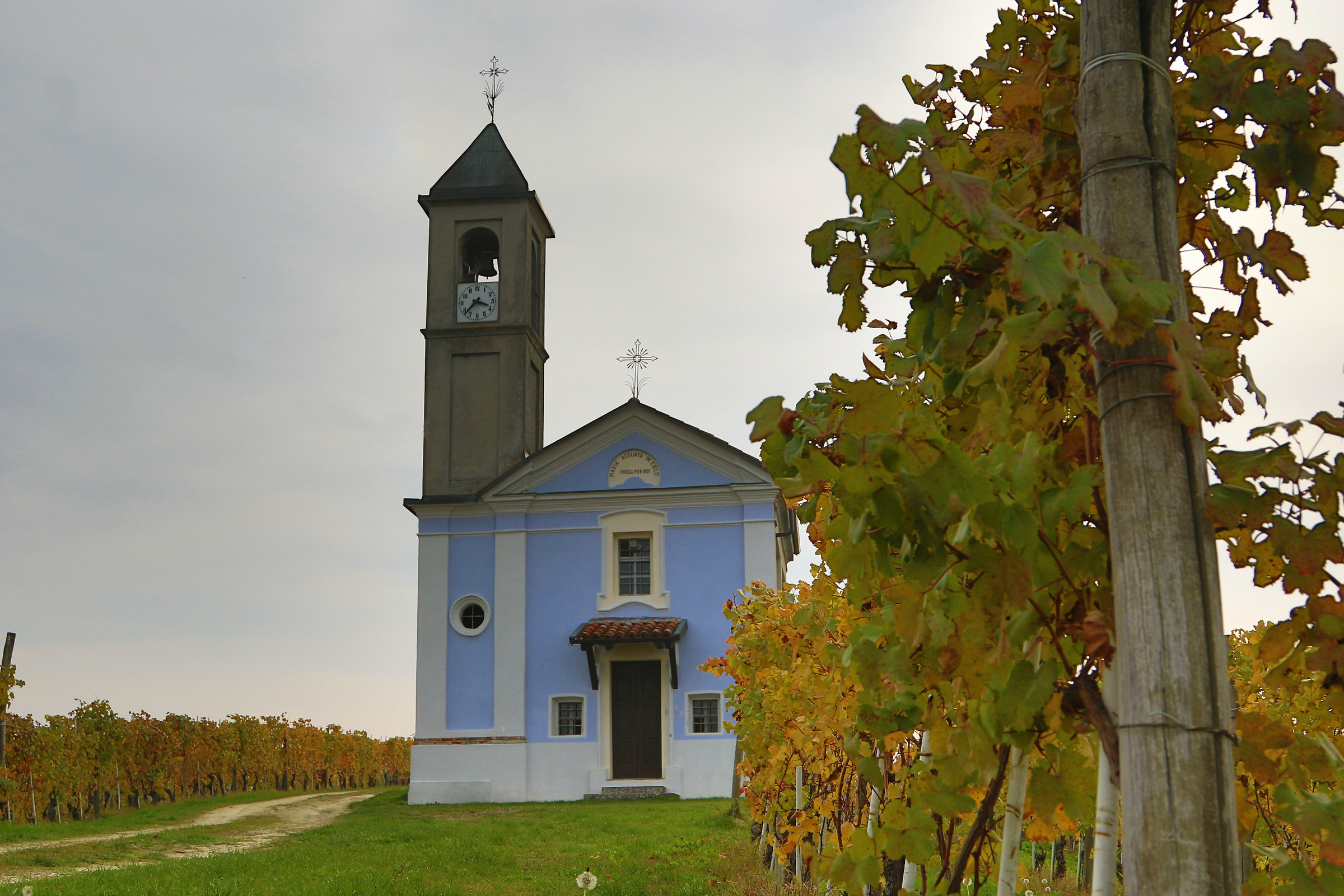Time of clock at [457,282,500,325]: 3:37
